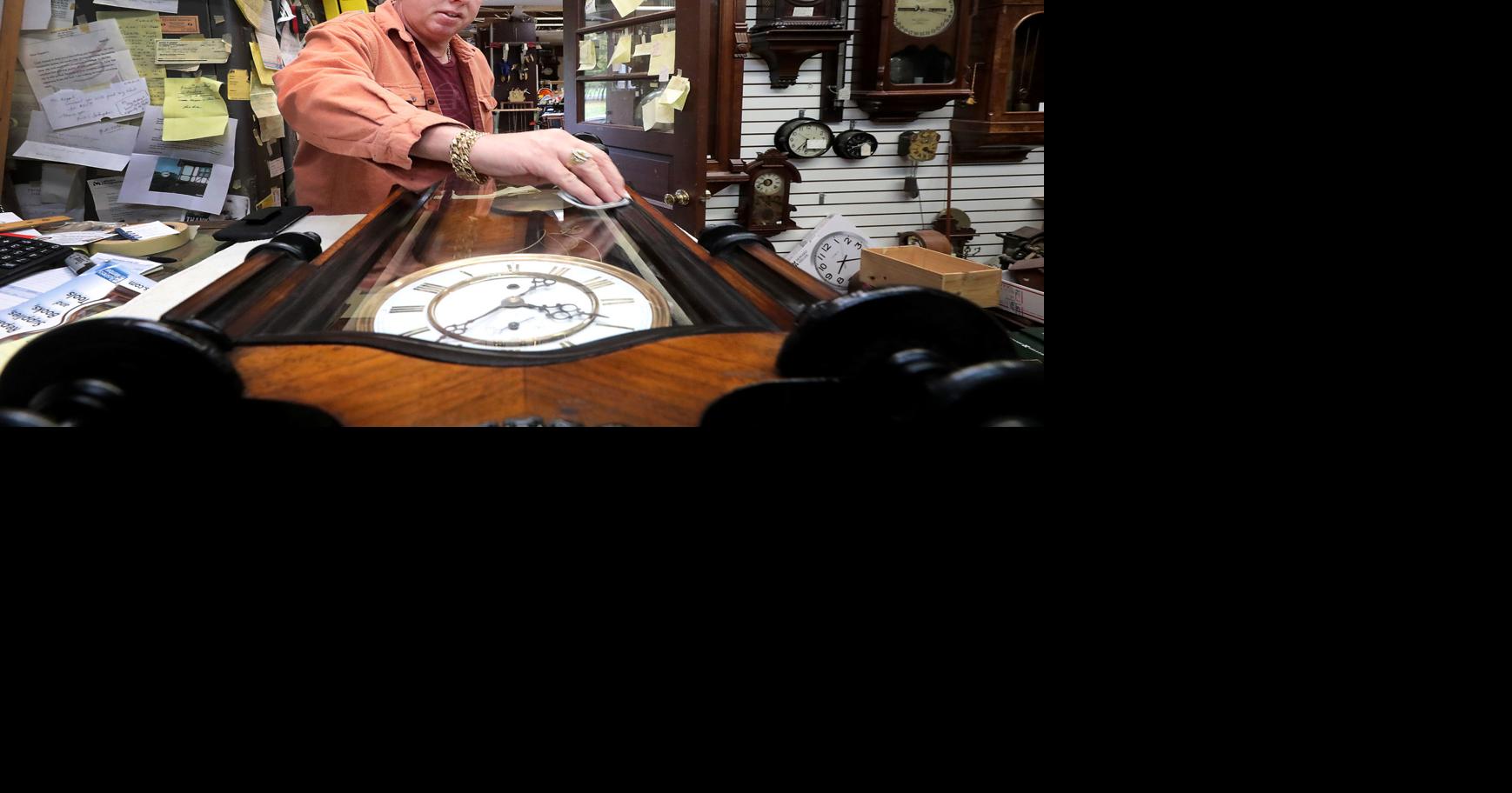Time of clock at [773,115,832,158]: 6:36
